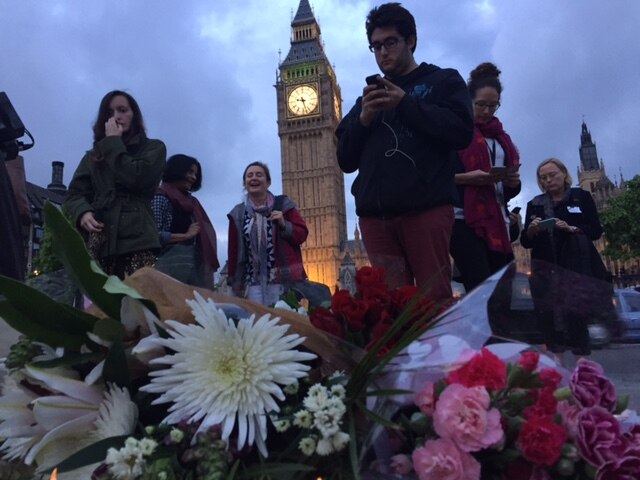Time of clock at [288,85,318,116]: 9:27
